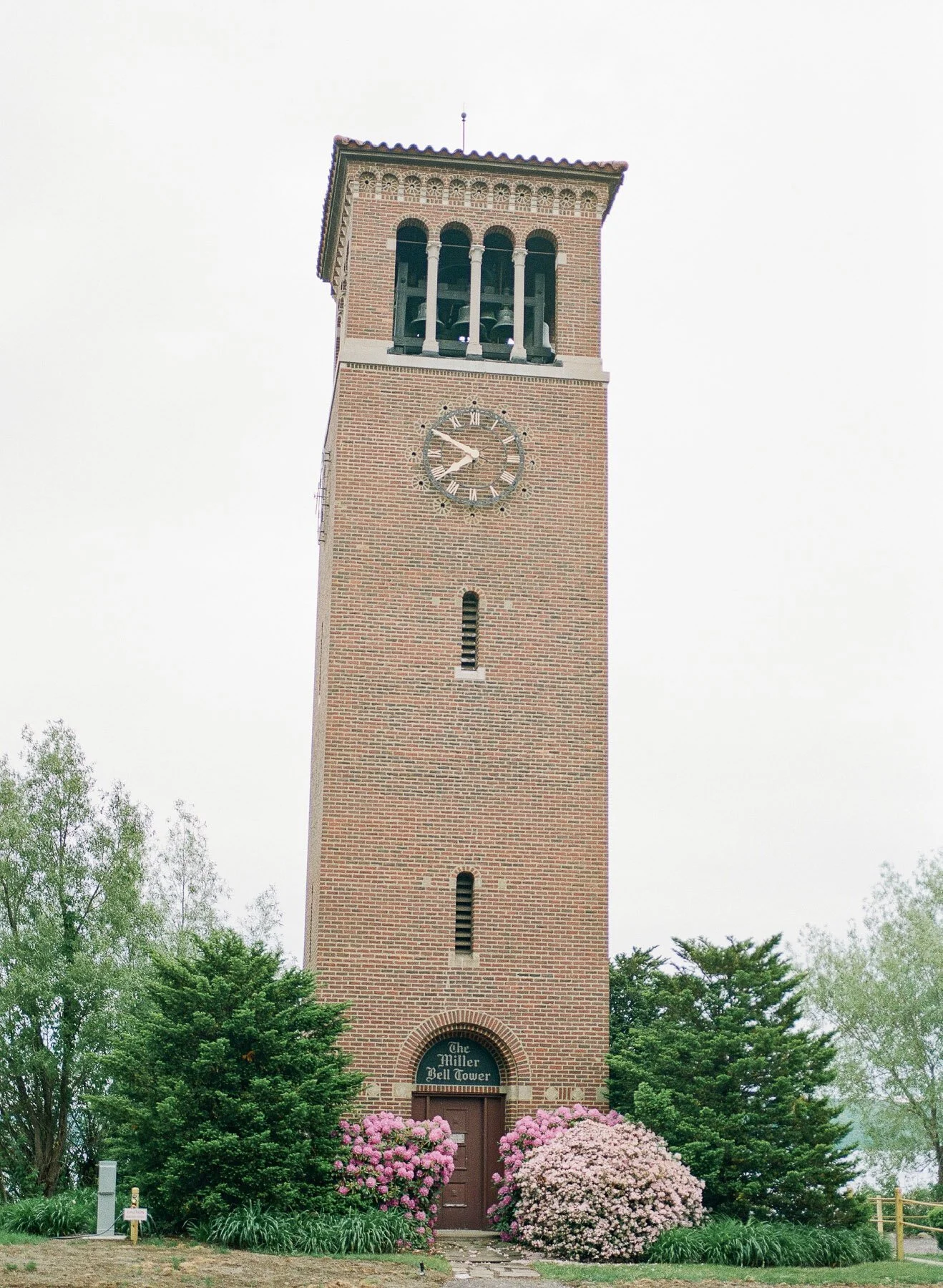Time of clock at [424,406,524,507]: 7:50
